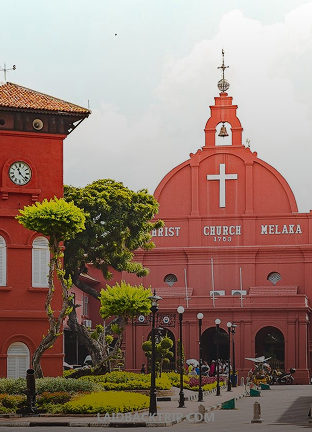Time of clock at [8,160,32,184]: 11:22
